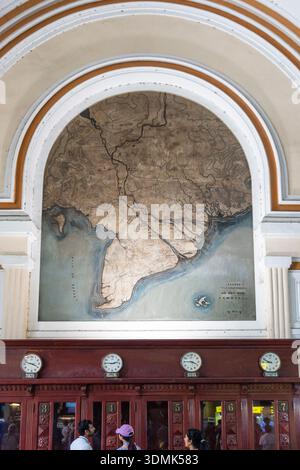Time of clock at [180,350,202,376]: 3:45
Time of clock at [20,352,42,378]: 3:48
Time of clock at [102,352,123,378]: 2:45
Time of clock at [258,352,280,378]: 8:48
